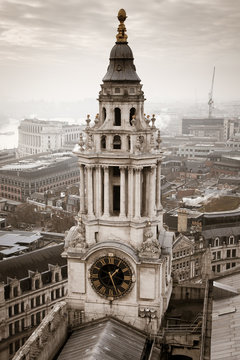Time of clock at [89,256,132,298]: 1:26
